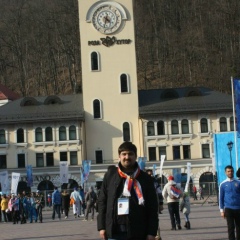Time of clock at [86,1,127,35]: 4:31
